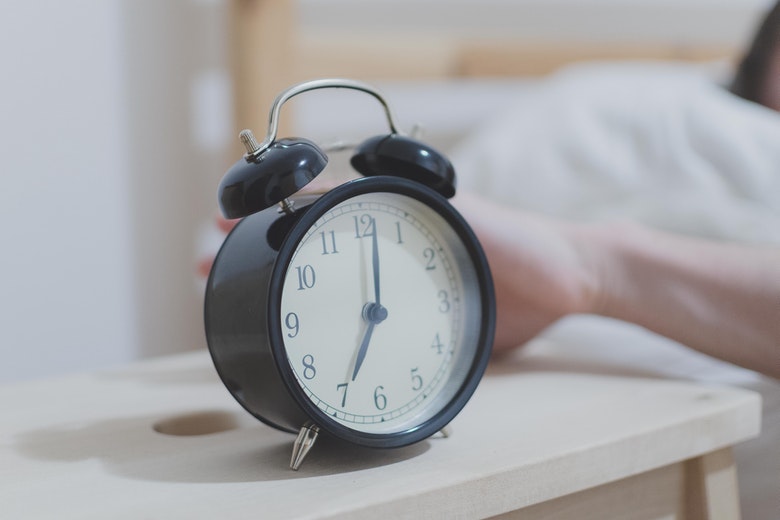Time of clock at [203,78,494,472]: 7:01
